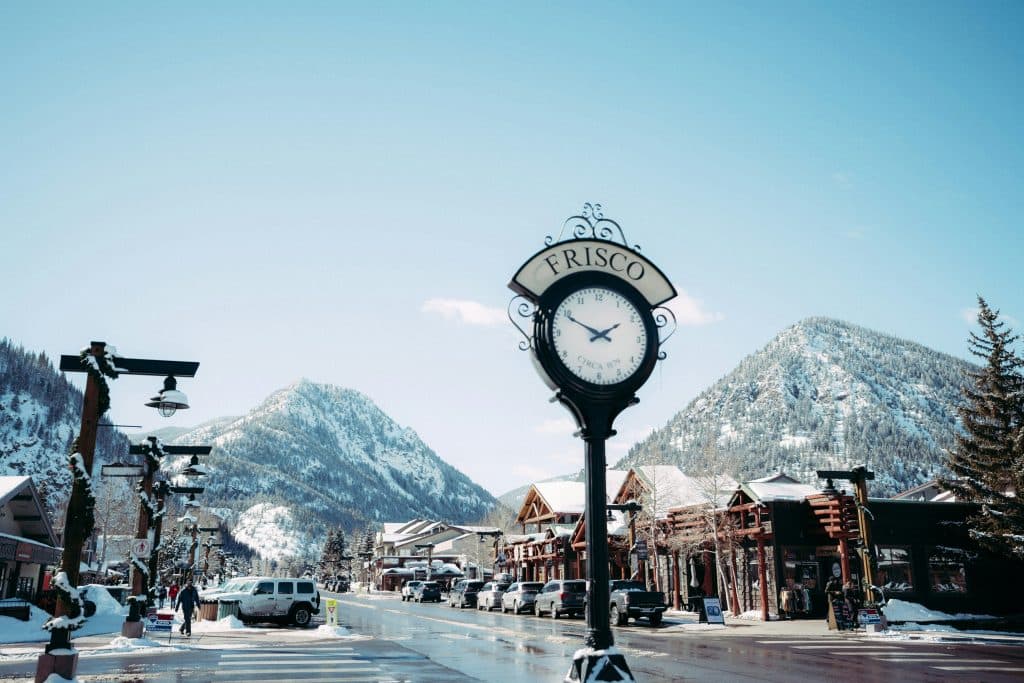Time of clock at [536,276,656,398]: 1:49
